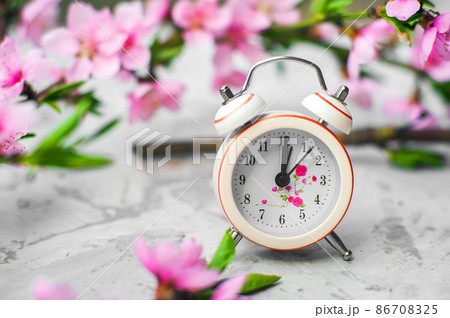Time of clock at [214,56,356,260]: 1:01
